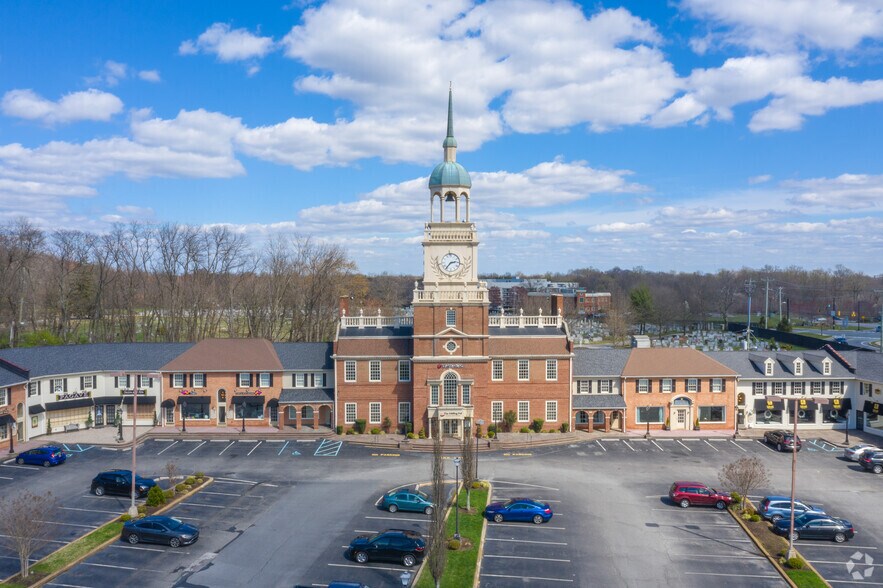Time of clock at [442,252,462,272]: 2:36
